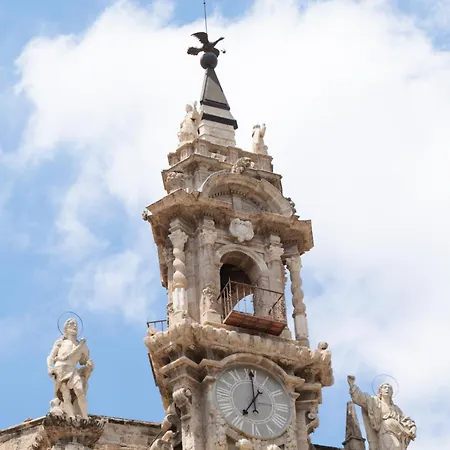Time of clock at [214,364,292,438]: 7:00
